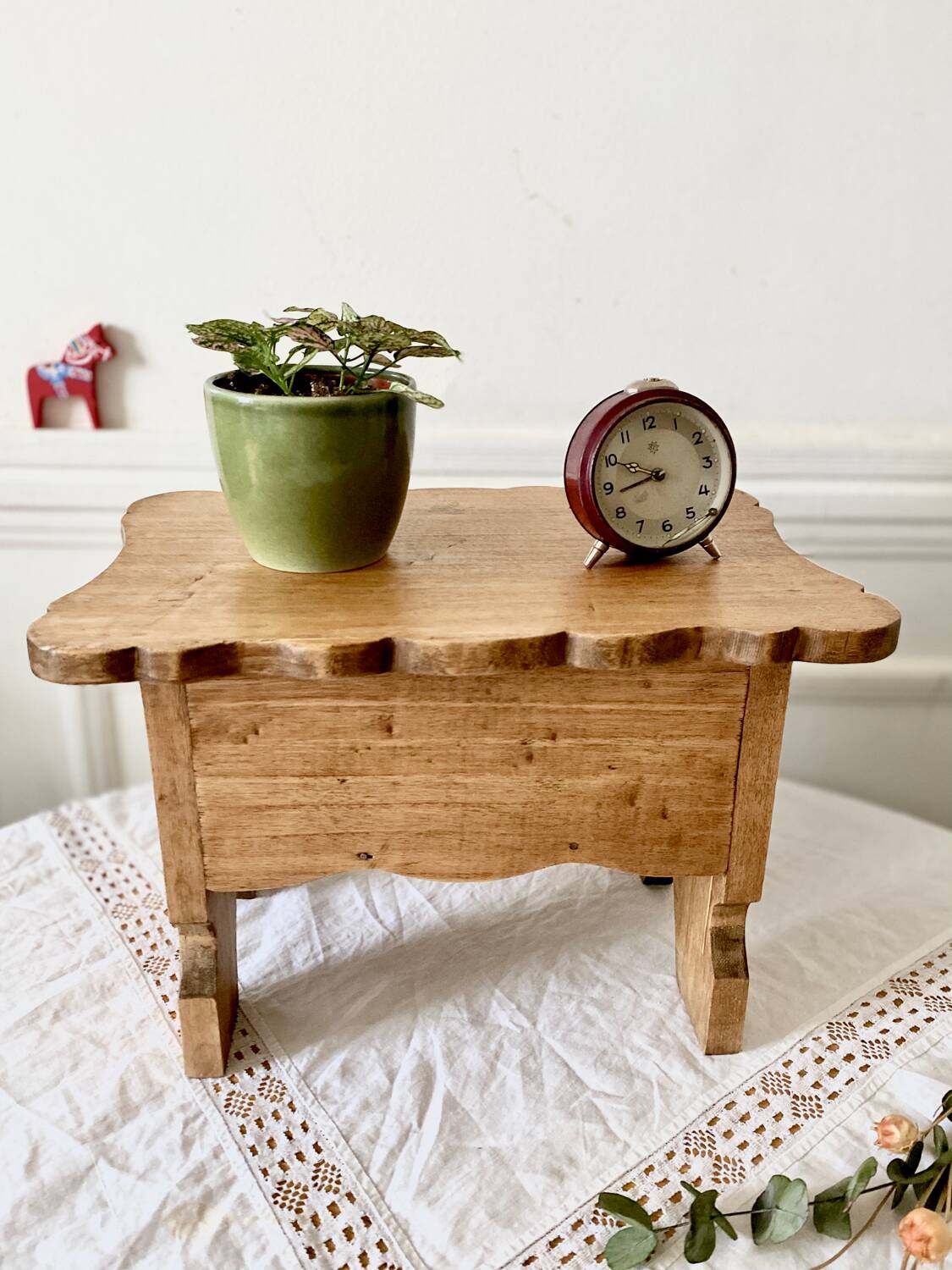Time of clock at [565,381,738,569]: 8:49
